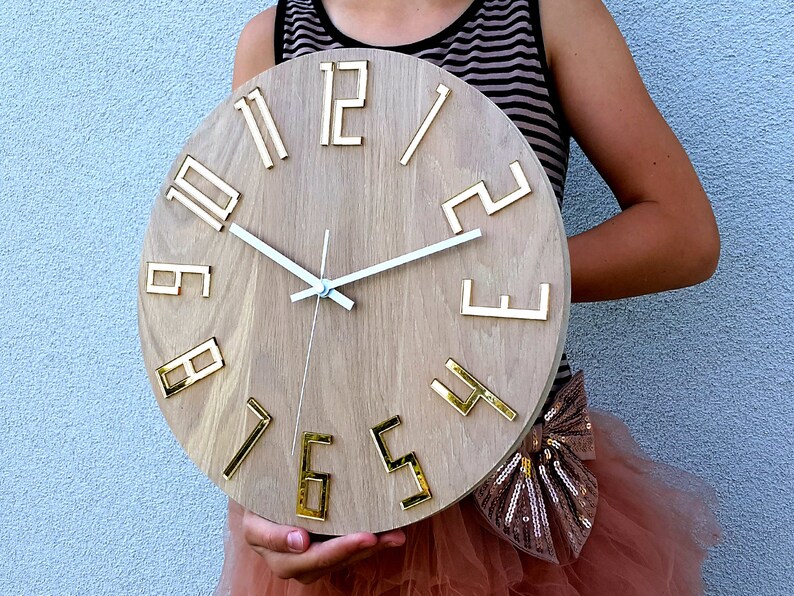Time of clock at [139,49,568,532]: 10:11
